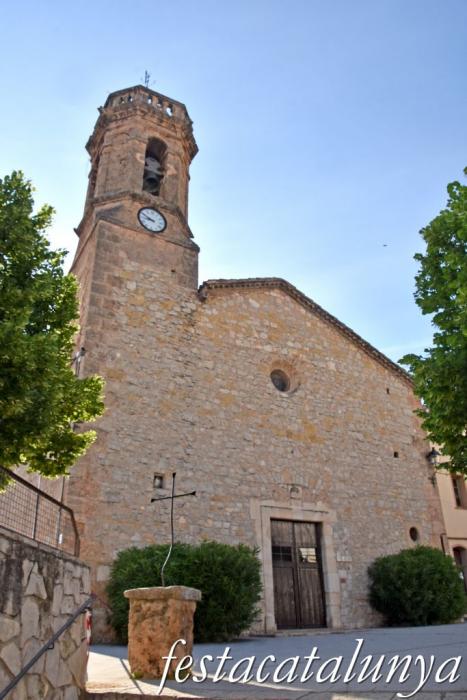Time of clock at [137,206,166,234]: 8:49
